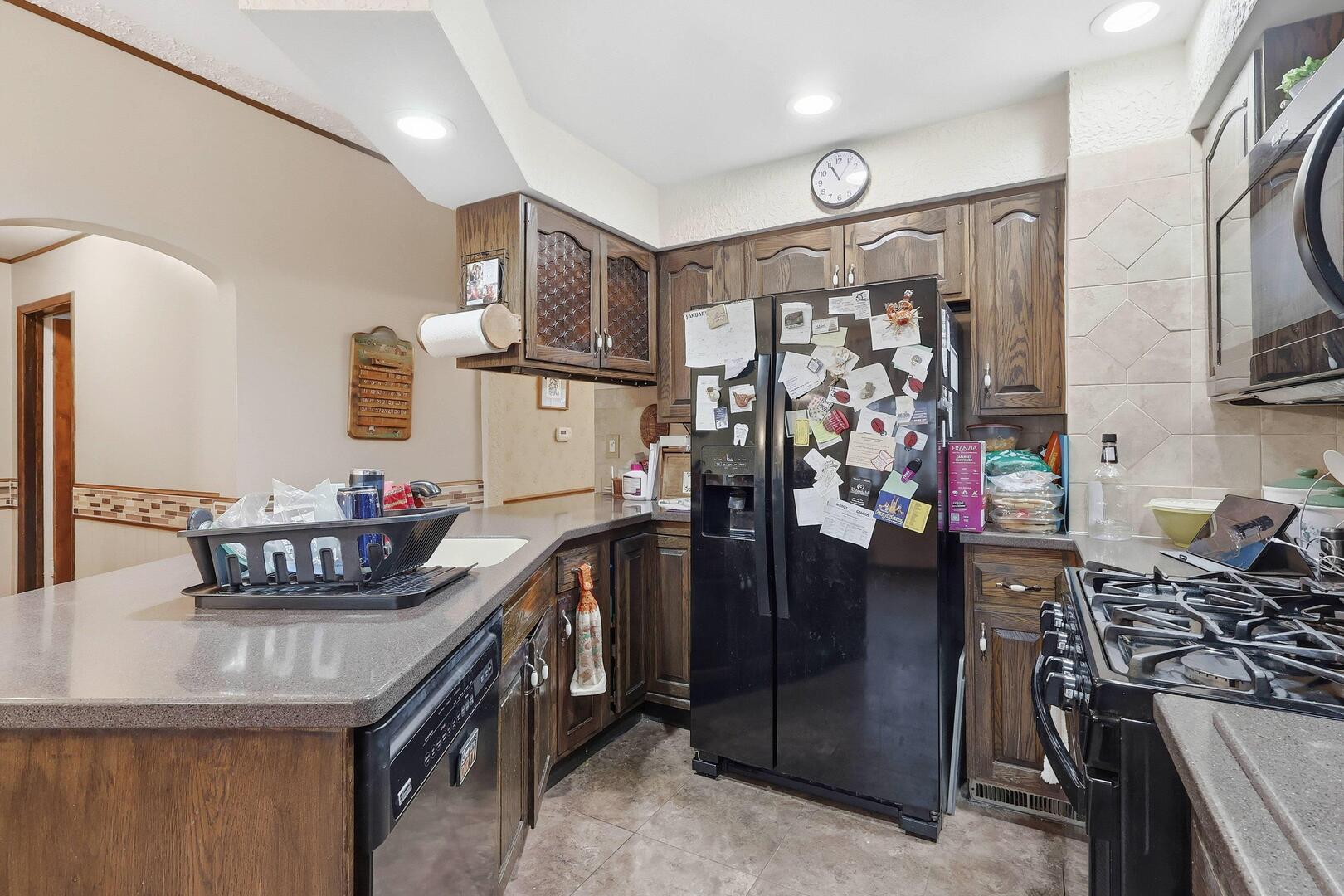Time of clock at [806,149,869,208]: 11:06
